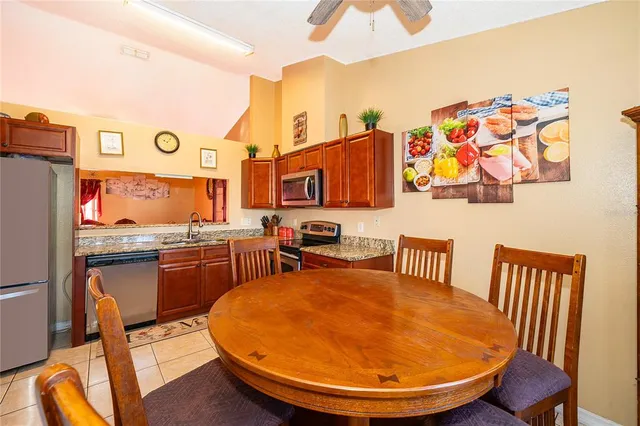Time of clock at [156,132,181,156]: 9:07
